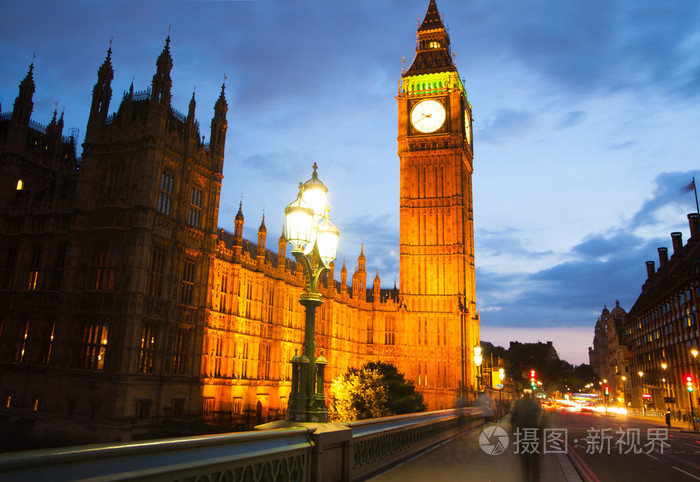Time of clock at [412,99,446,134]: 9:41
